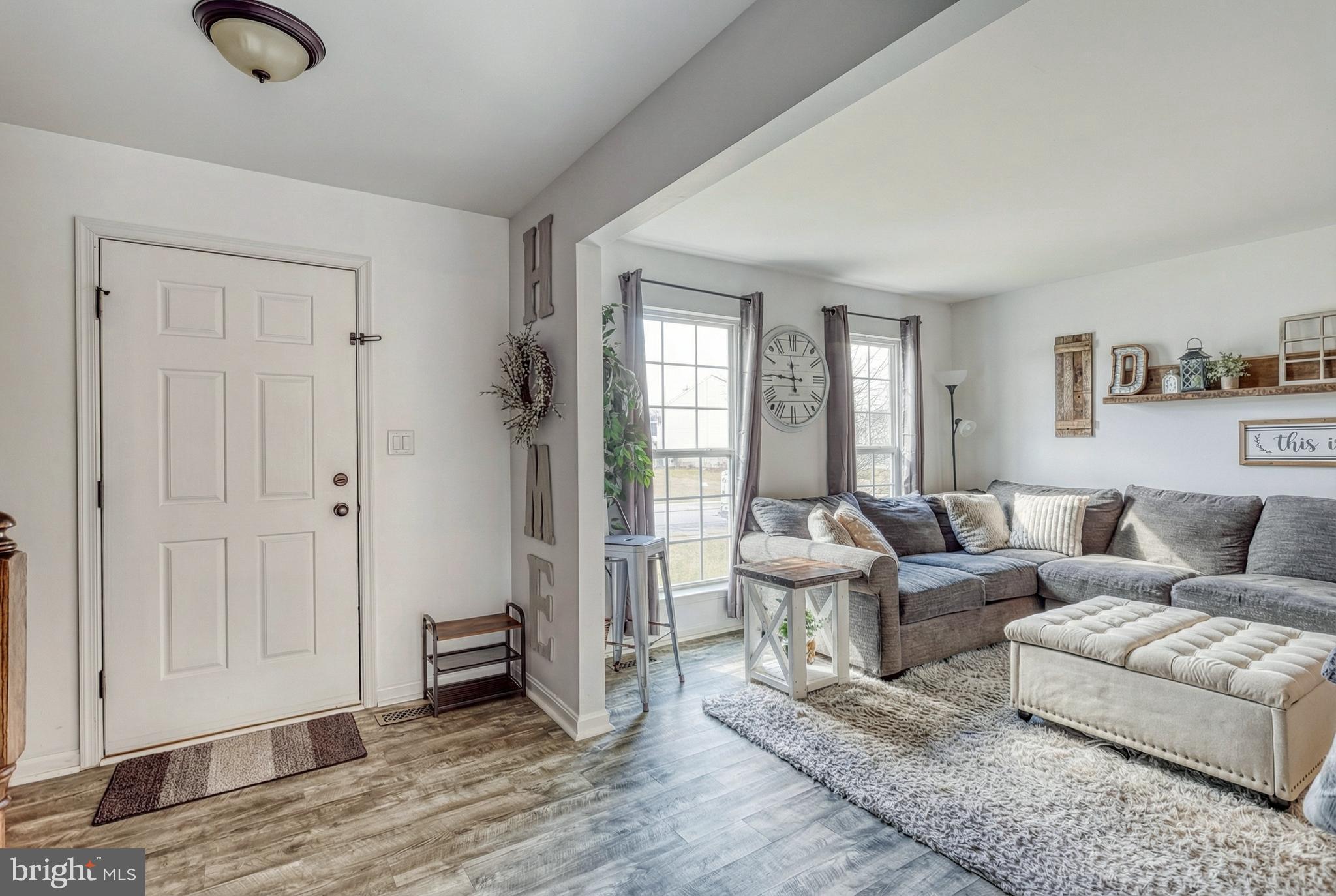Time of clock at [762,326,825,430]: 11:45
